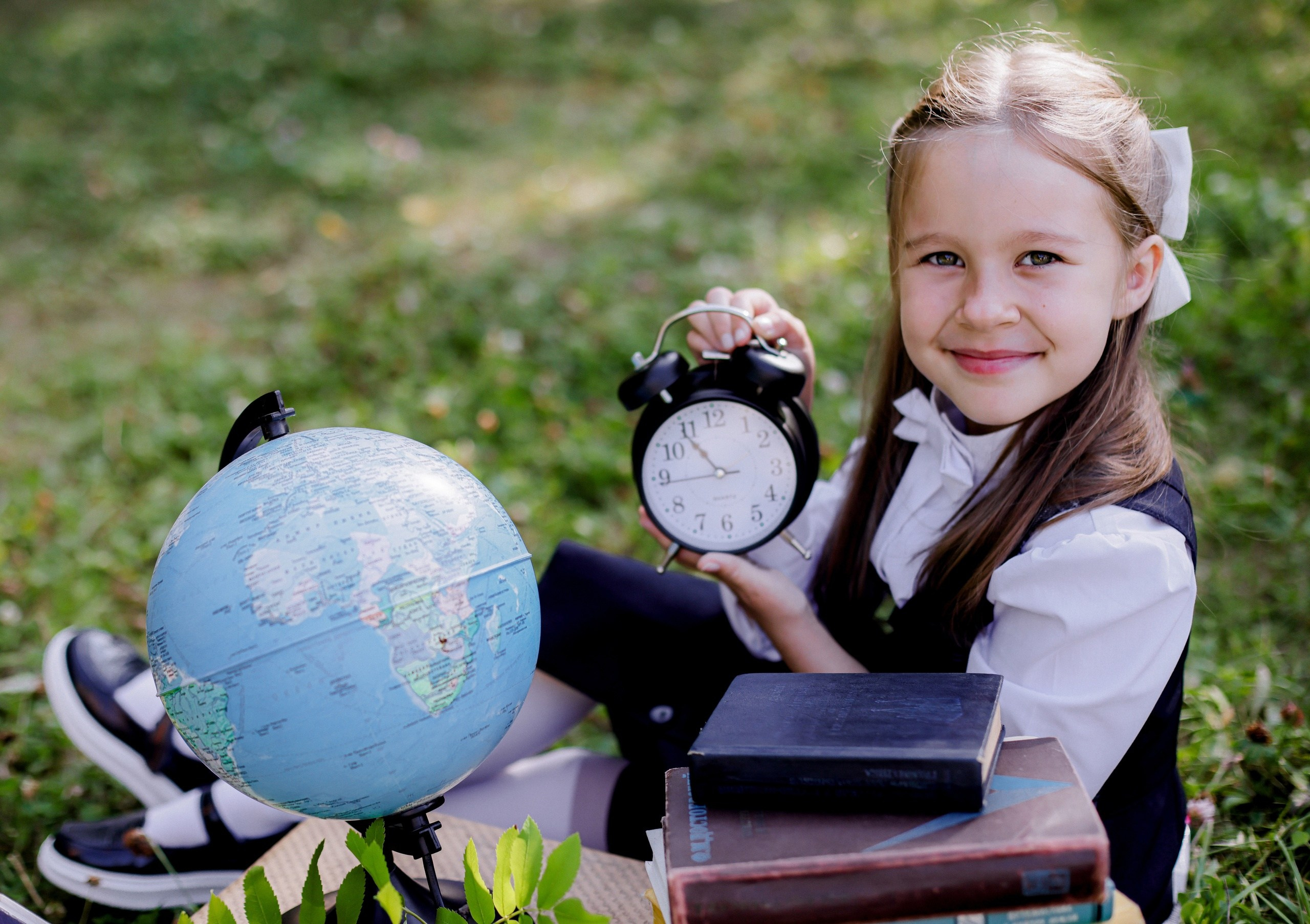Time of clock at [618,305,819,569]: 10:44
